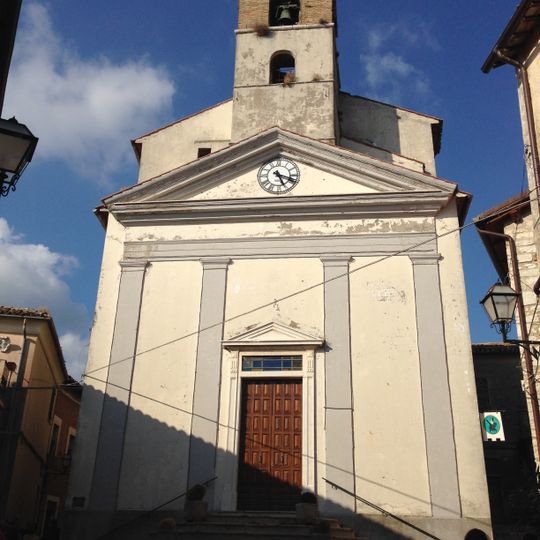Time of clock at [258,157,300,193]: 5:18
